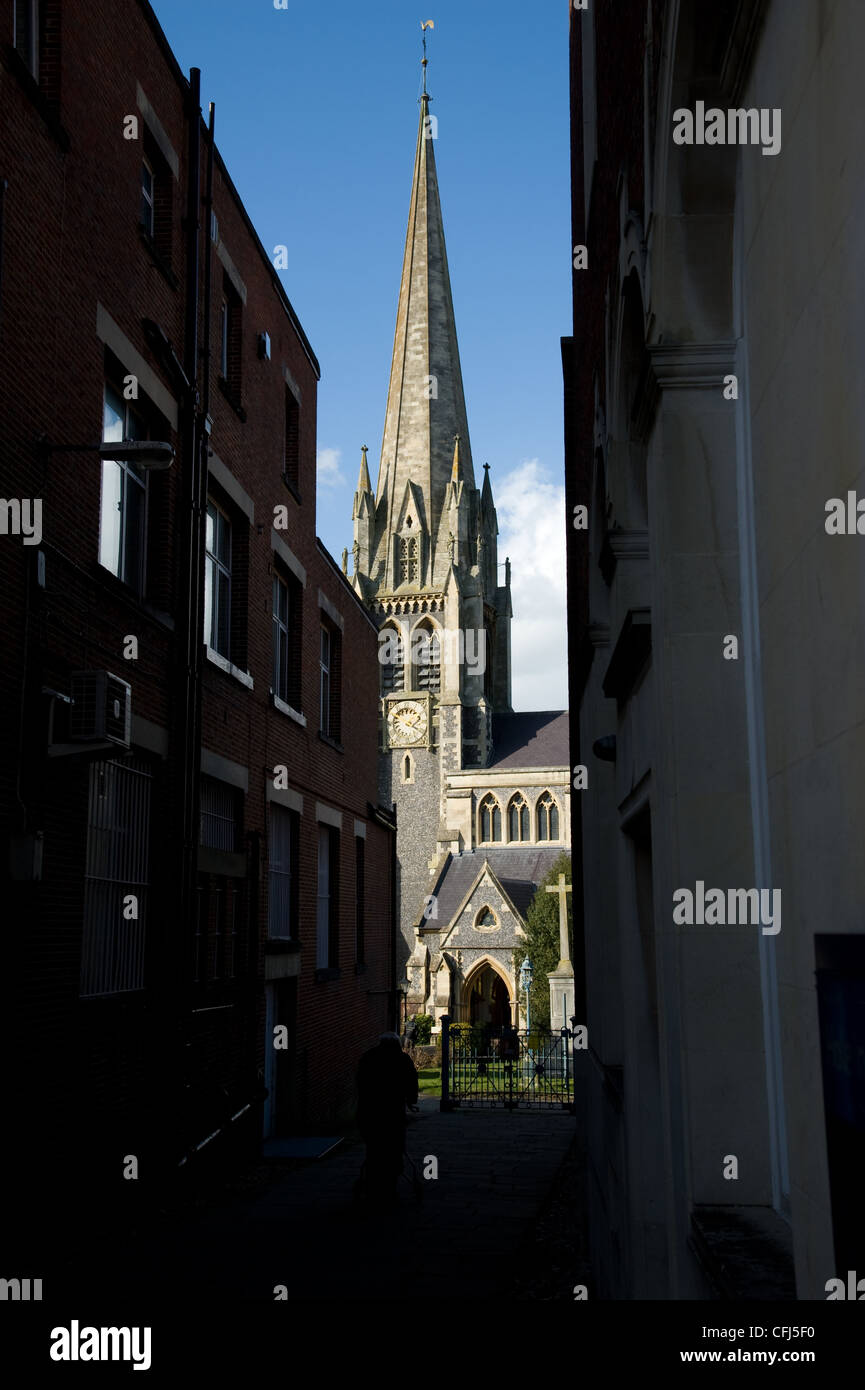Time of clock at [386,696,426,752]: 2:19
